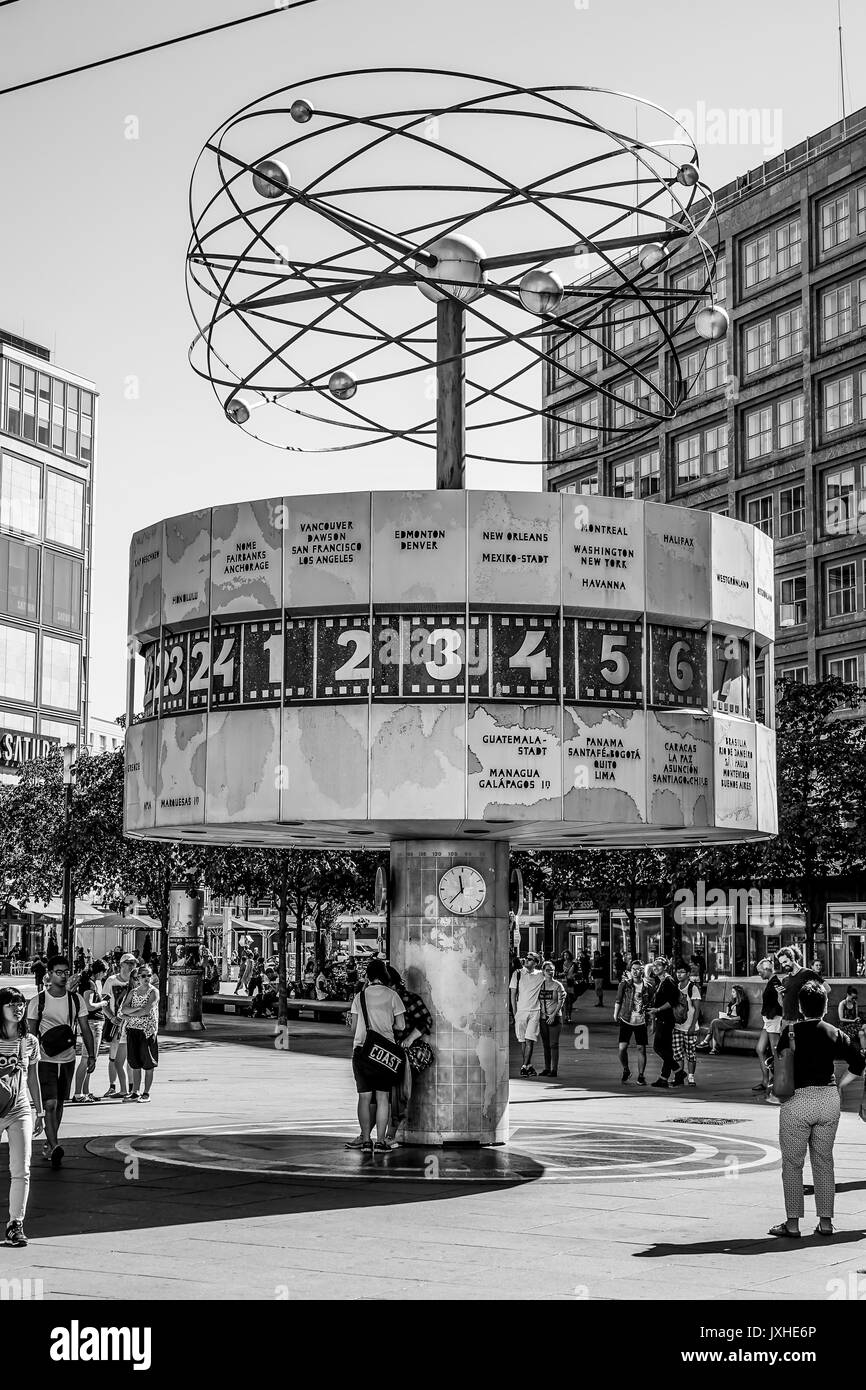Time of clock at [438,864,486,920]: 11:36
